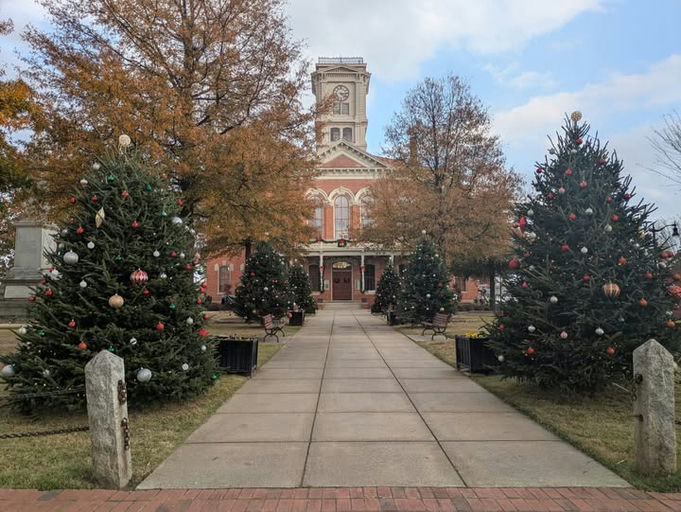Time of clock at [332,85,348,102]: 4:14
